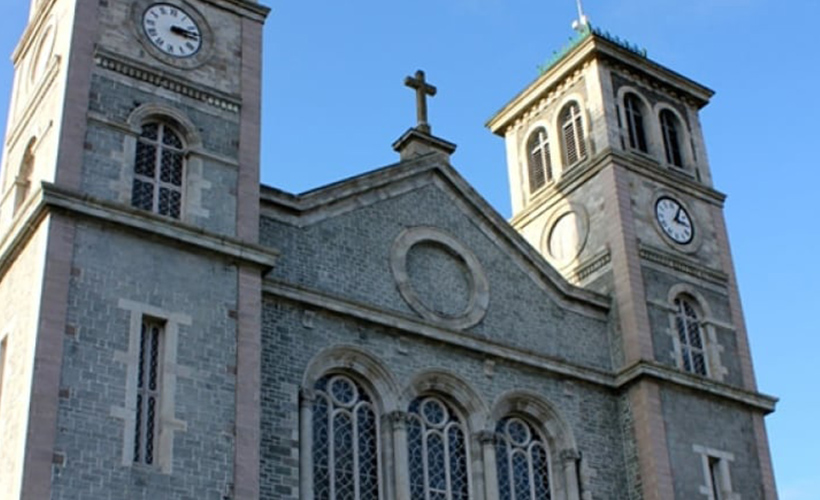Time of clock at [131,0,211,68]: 3:12
